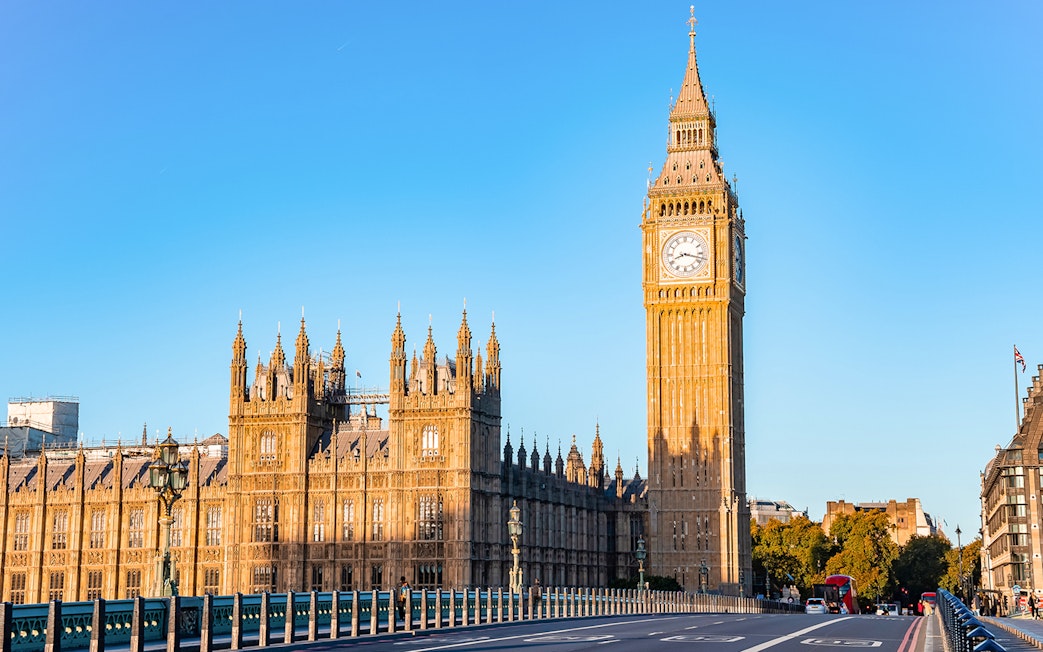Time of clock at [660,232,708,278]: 8:17
